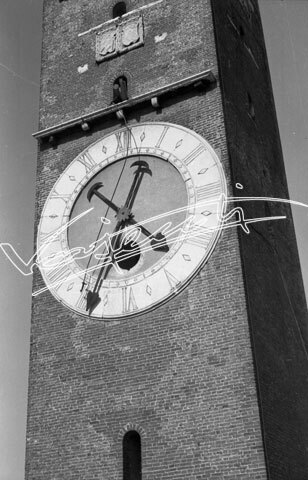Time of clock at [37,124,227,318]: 12:52
